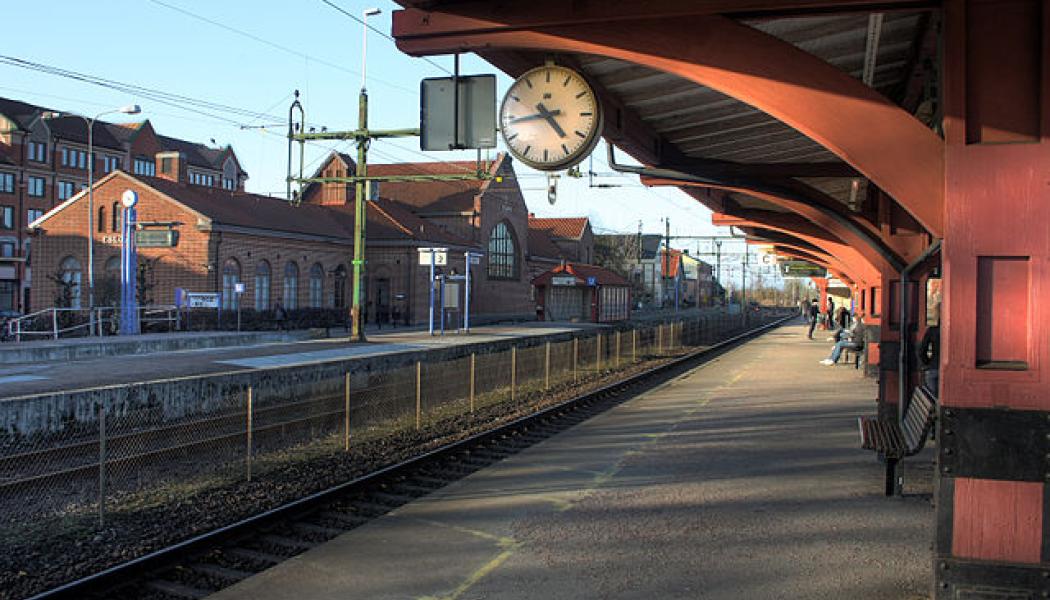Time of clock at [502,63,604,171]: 4:43
